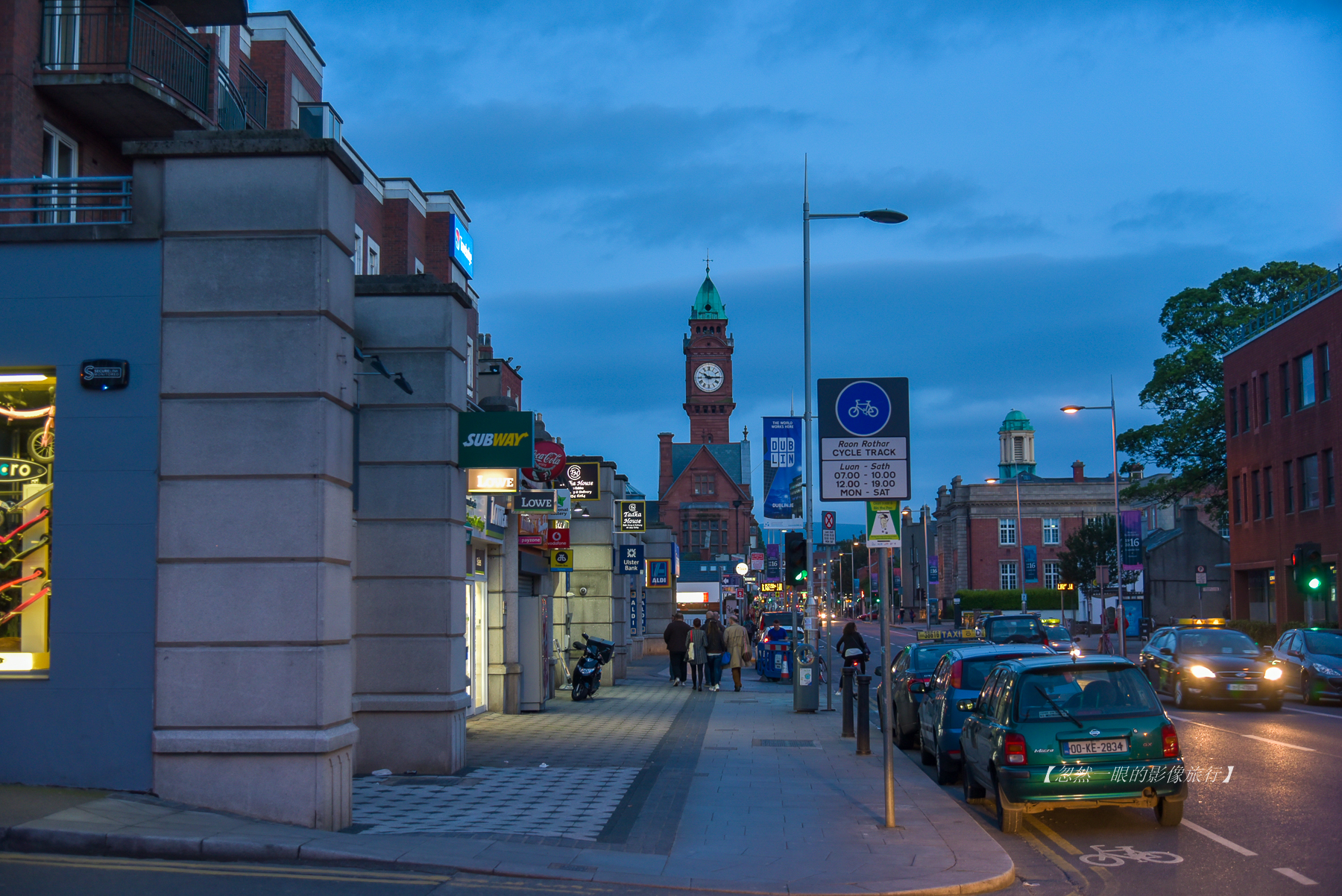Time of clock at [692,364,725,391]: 10:14
